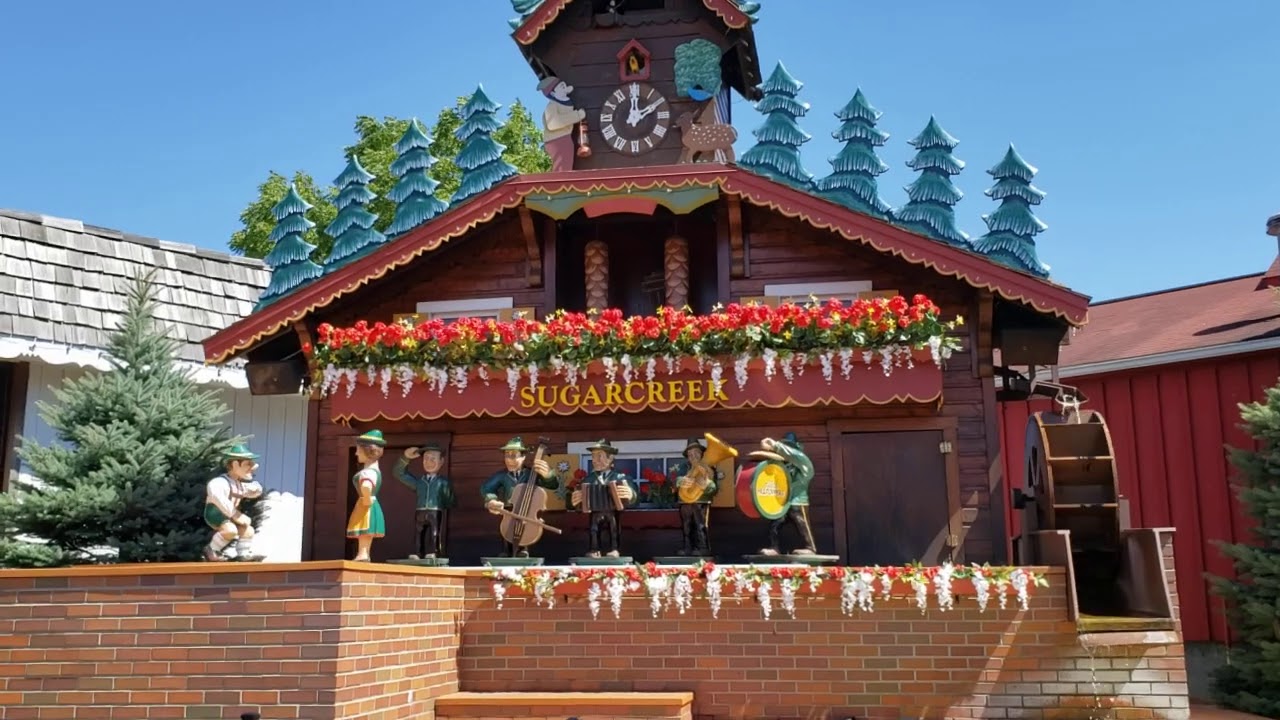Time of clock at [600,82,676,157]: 12:09
